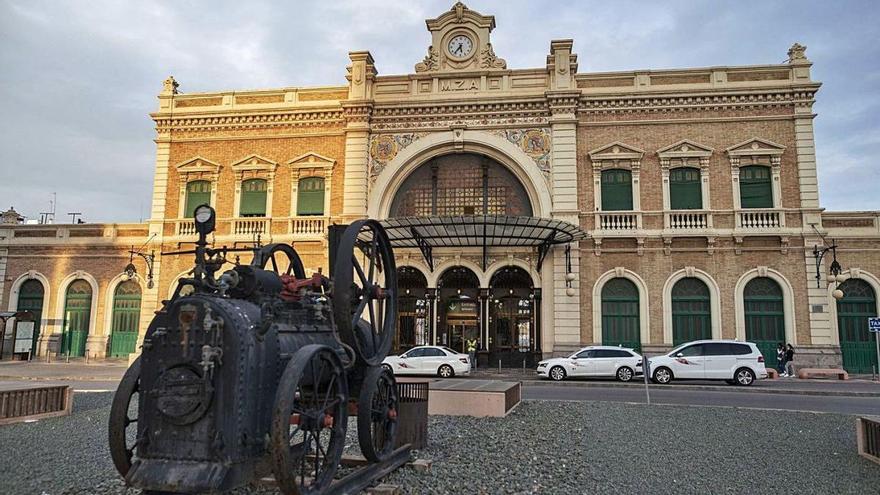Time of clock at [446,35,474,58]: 5:36
